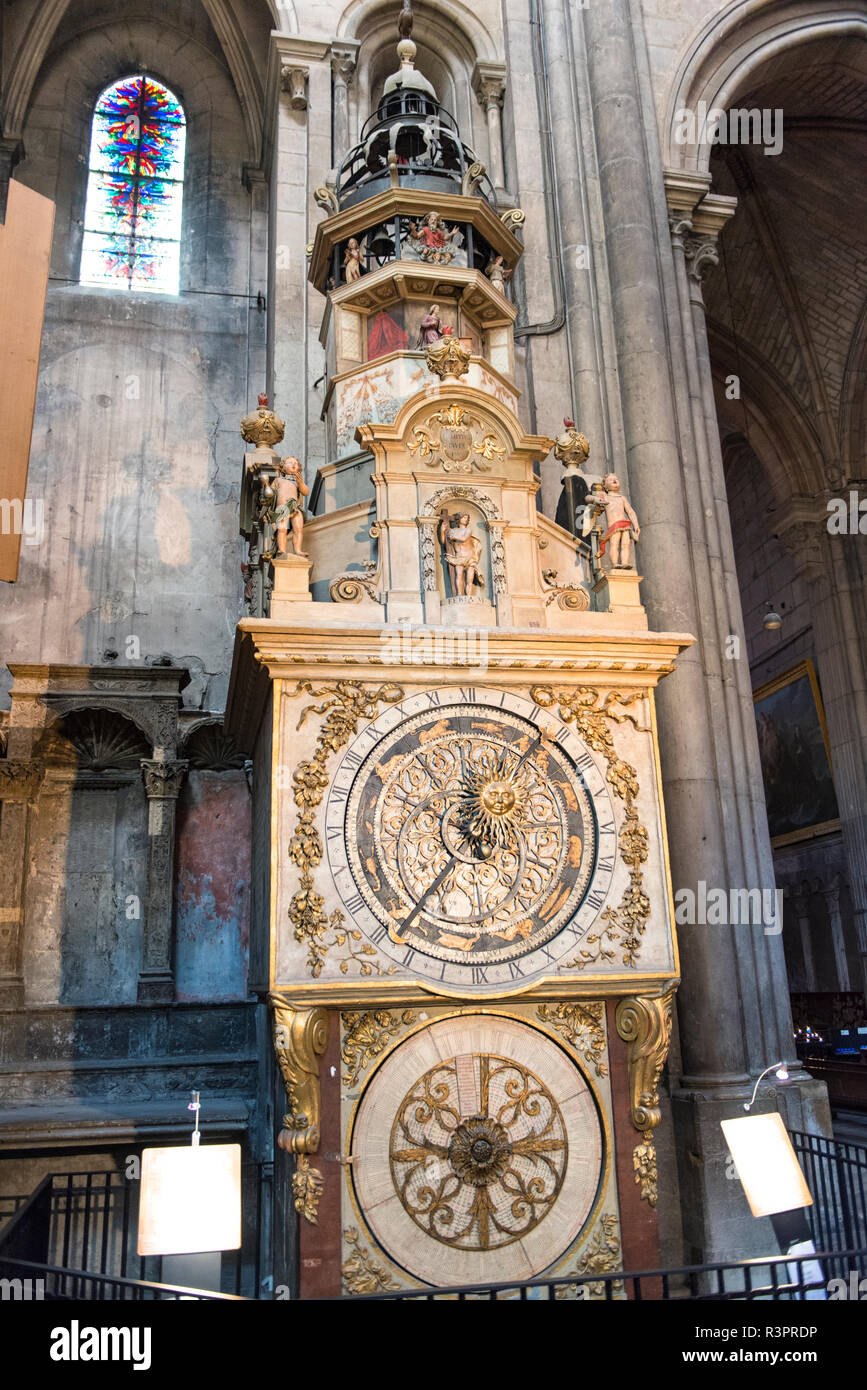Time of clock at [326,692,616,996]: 12:36
